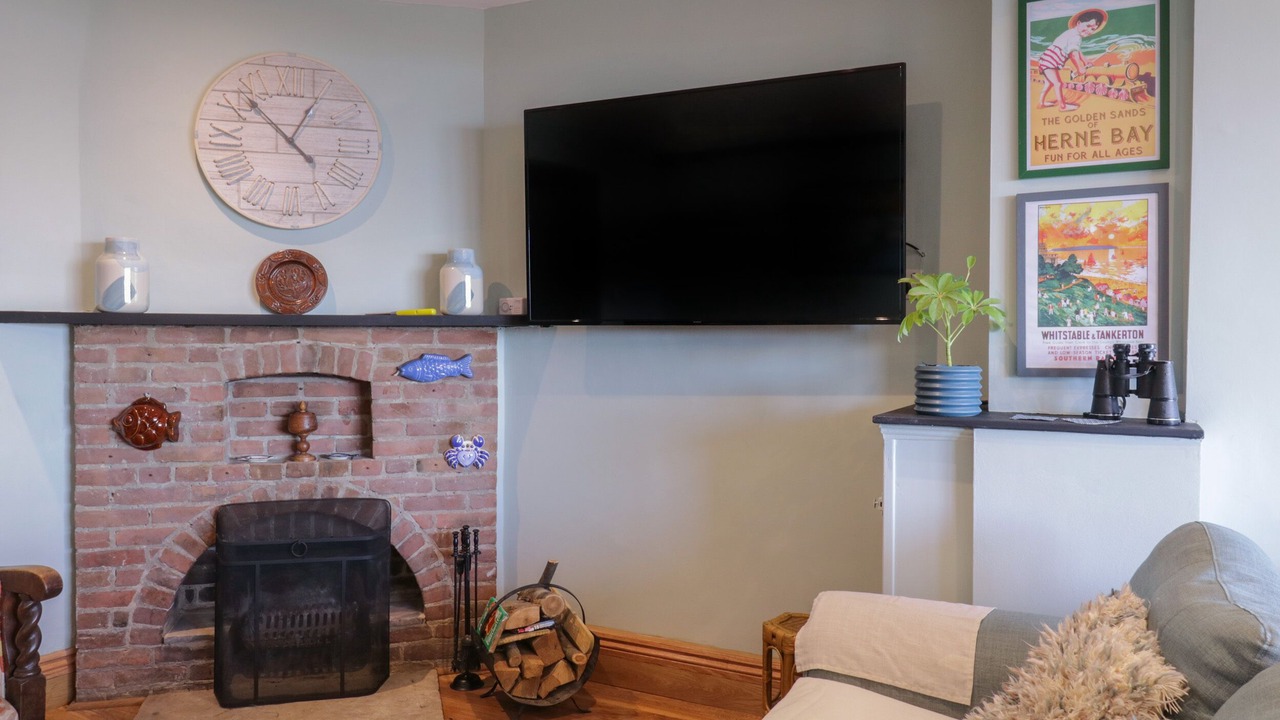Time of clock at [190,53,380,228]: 12:52
